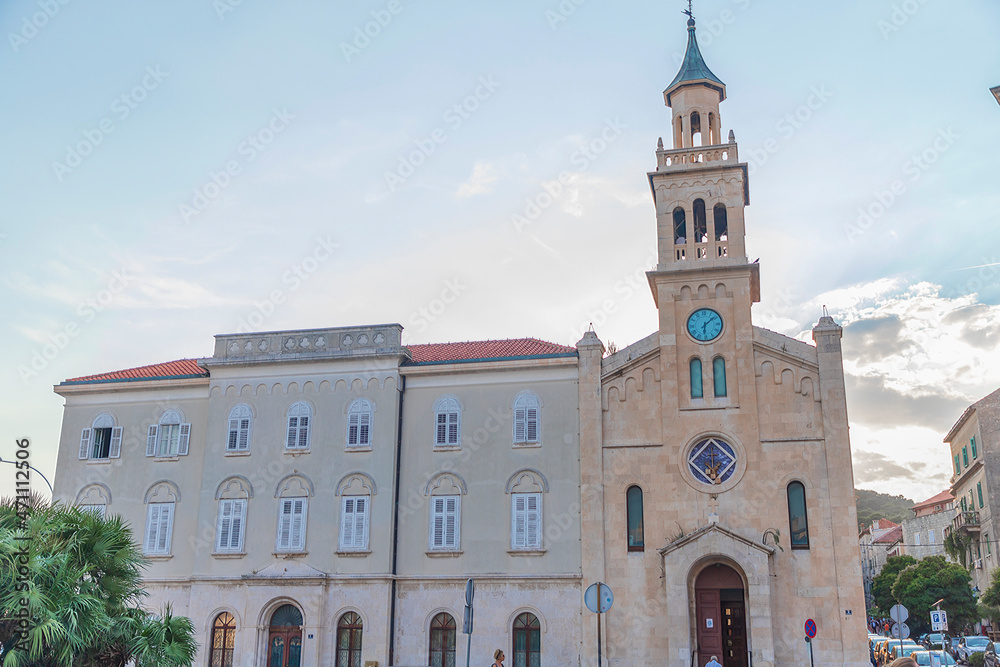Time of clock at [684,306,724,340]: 6:08
